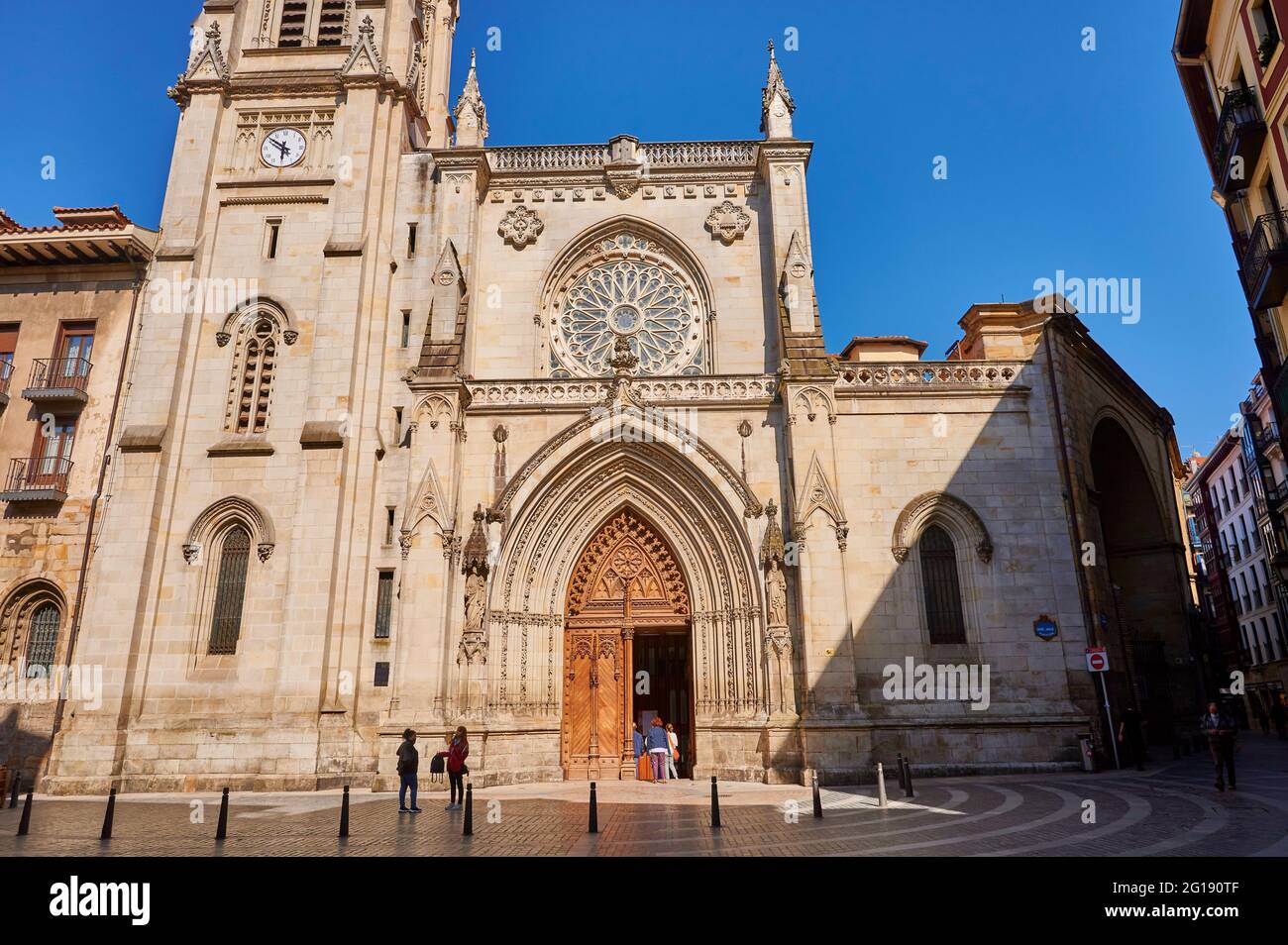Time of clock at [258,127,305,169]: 5:51
